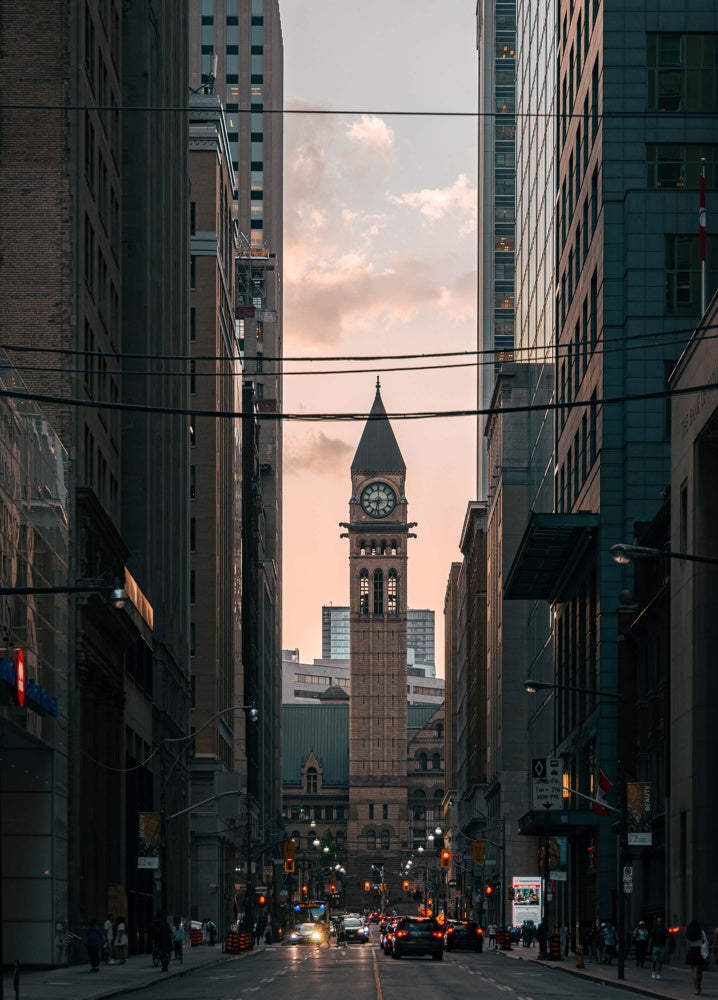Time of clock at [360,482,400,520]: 8:32
